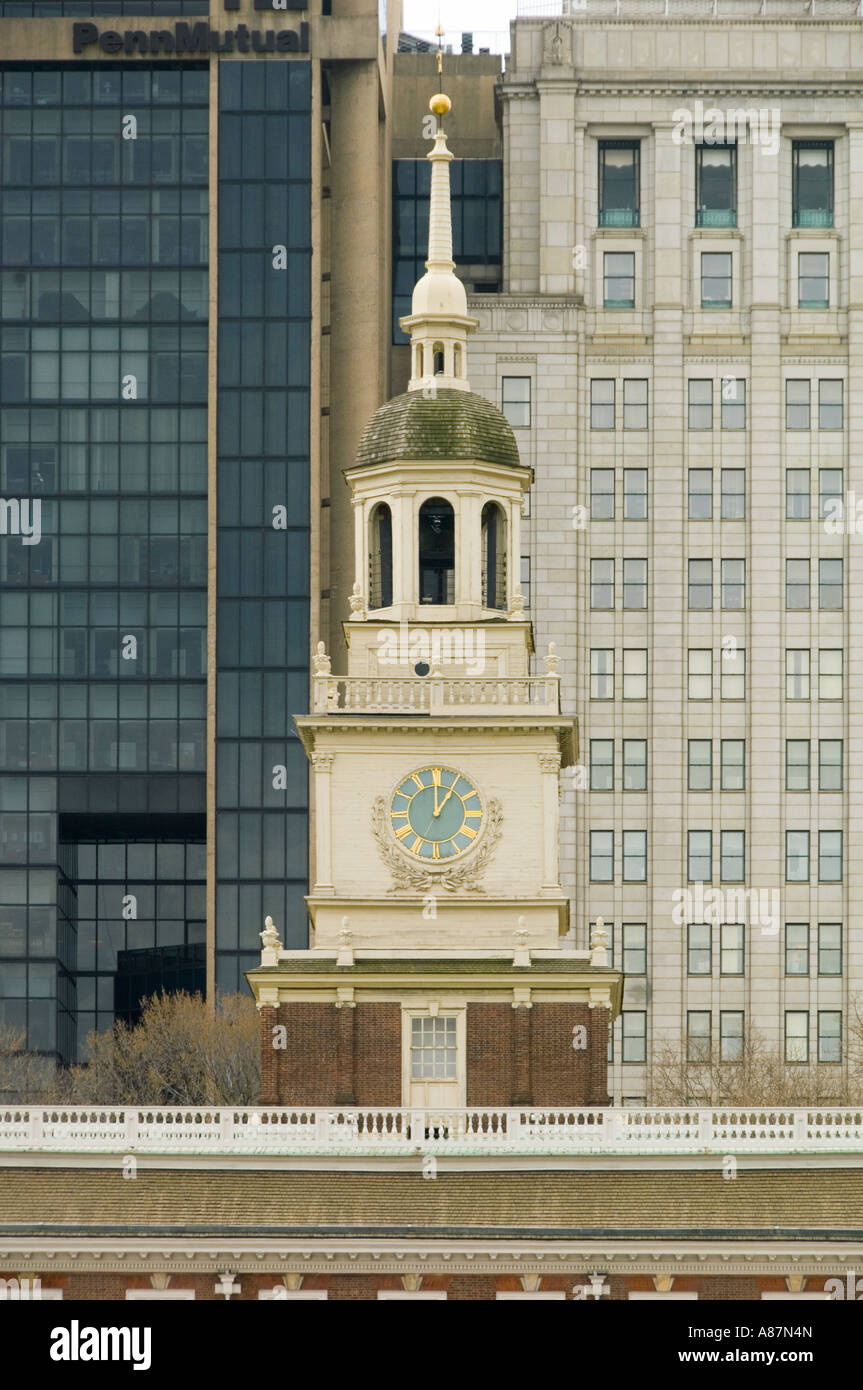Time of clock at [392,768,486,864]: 12:59
